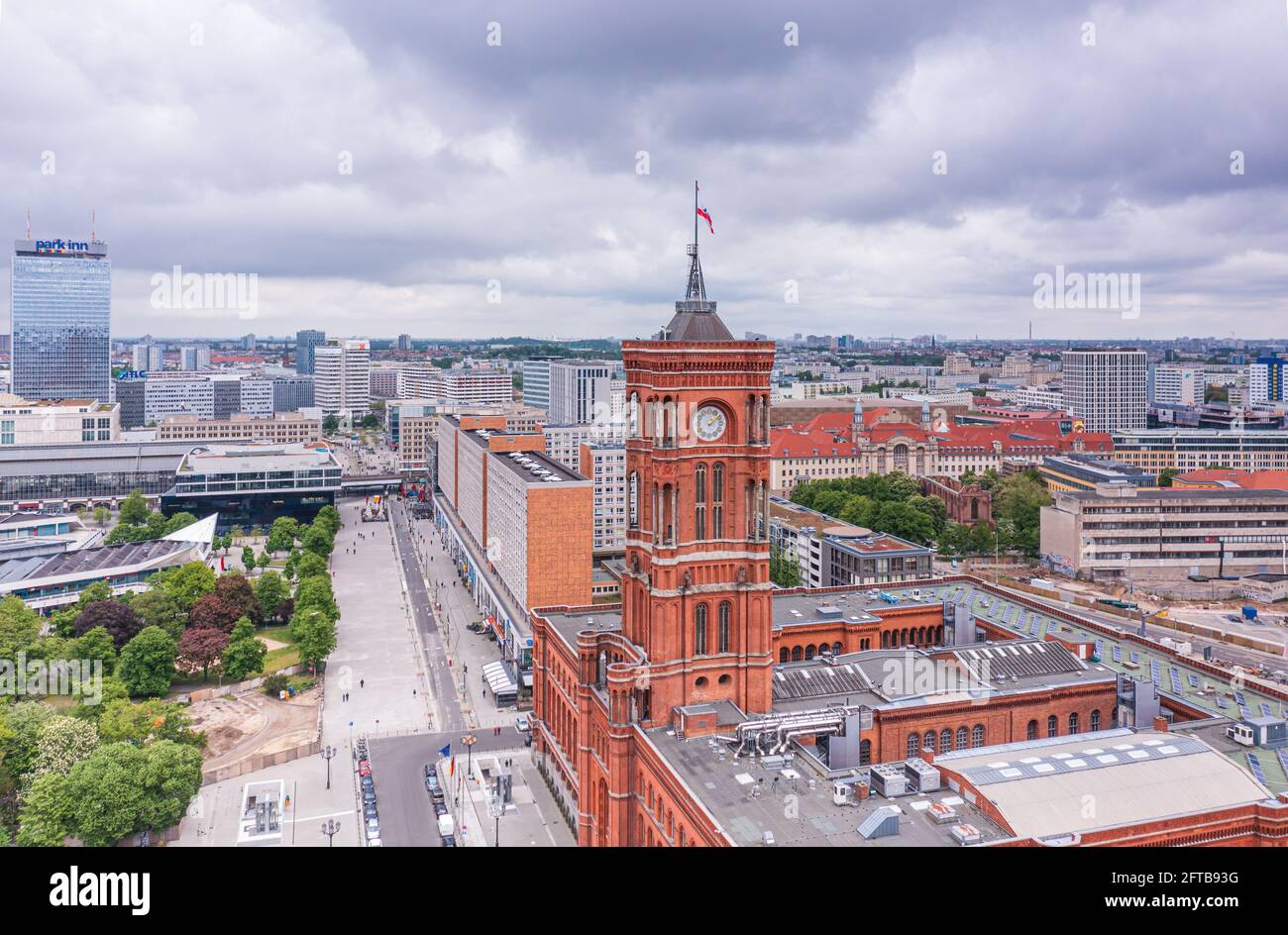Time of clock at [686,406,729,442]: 1:08
